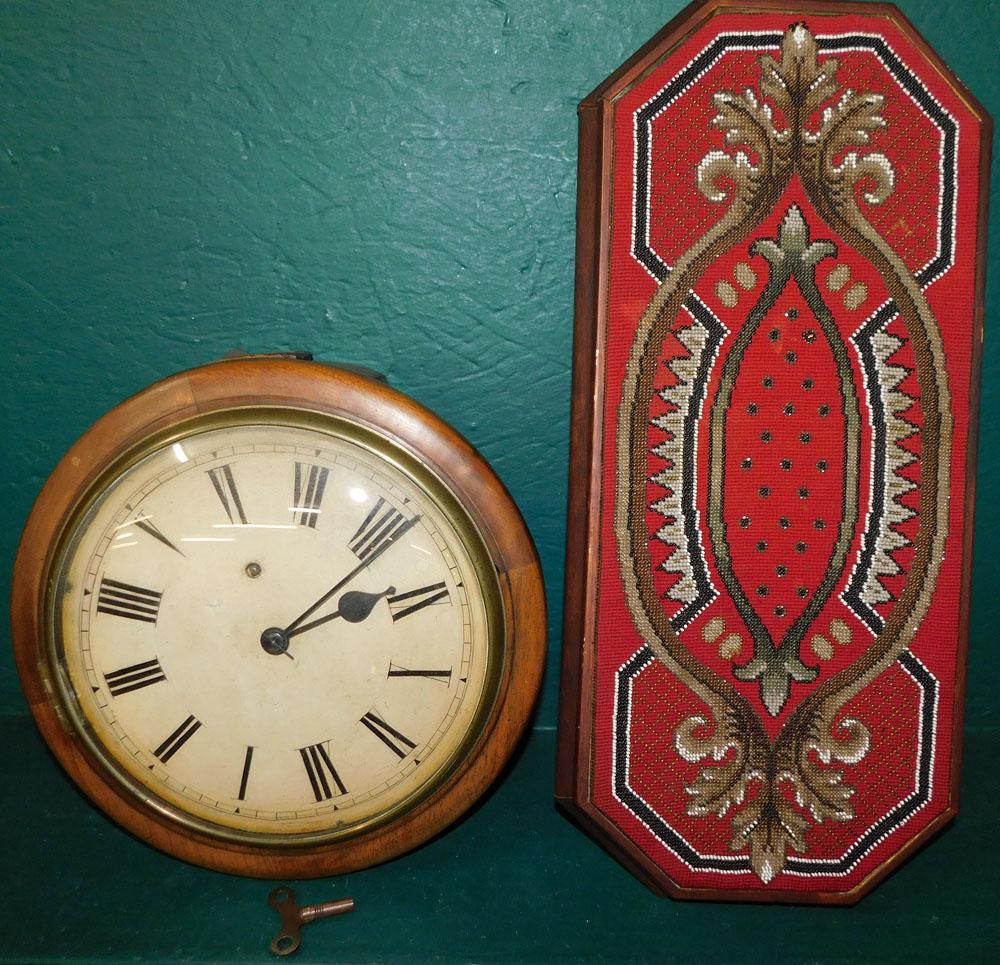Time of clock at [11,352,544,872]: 2:06
